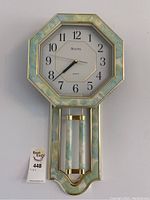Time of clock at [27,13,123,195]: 7:38
